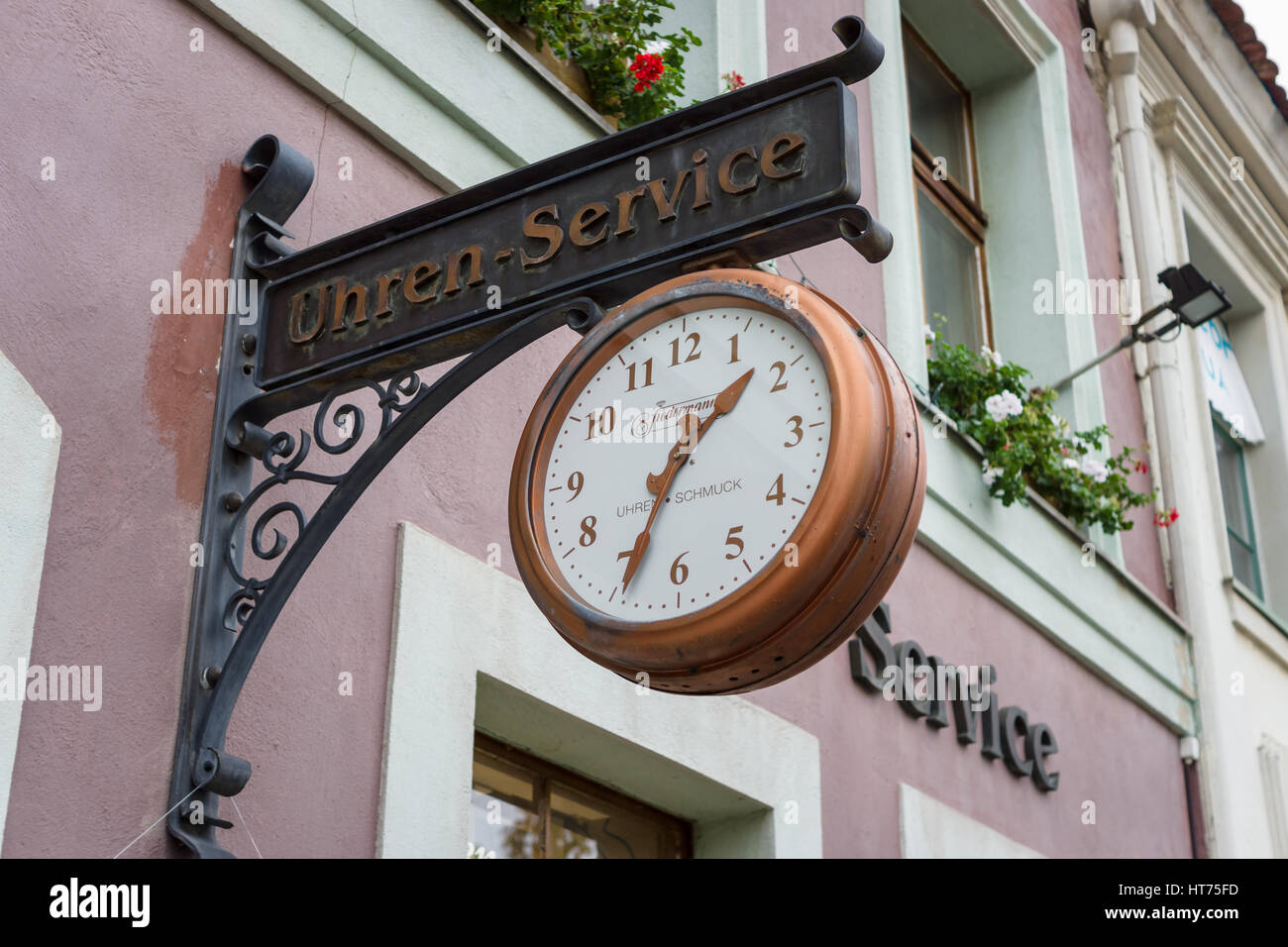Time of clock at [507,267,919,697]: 1:33
